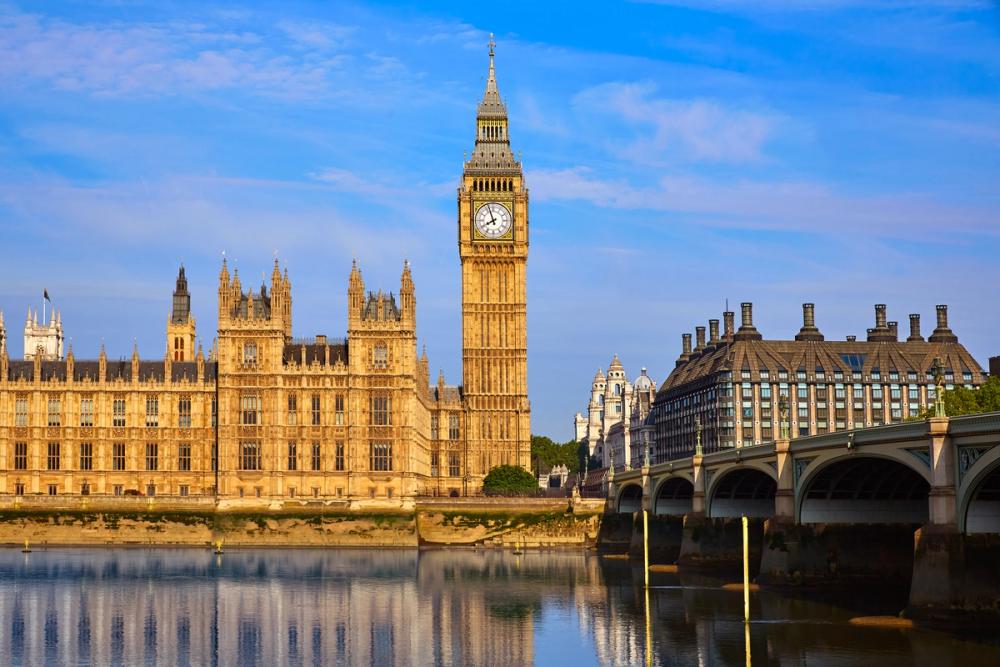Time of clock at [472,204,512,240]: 7:56
